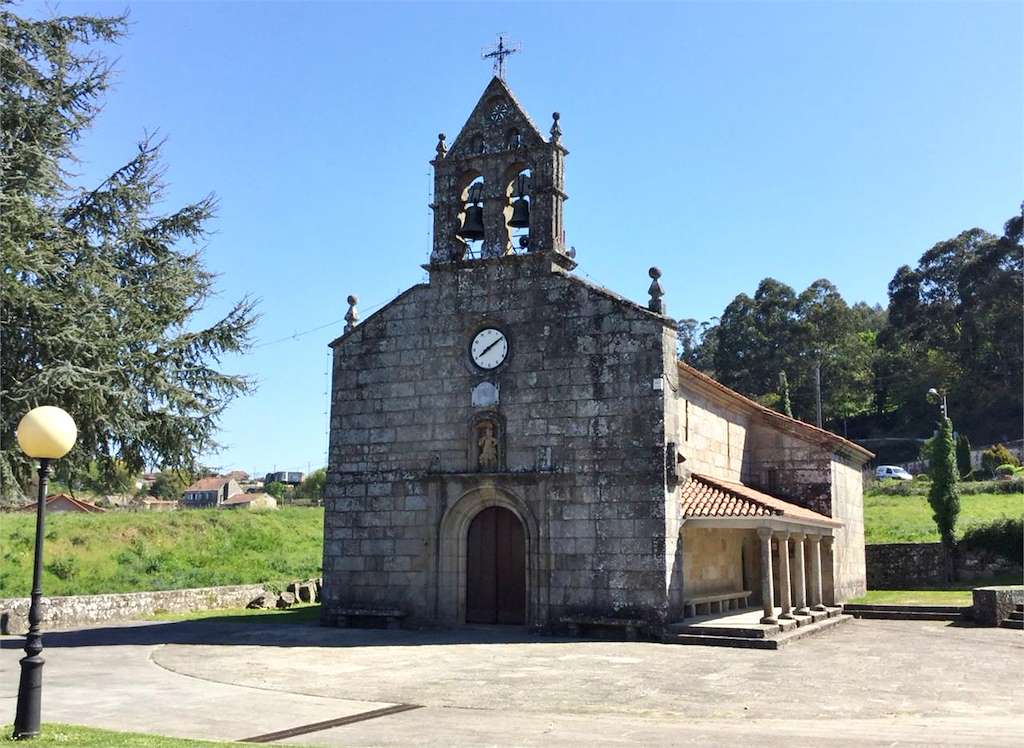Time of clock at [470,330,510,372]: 8:09
